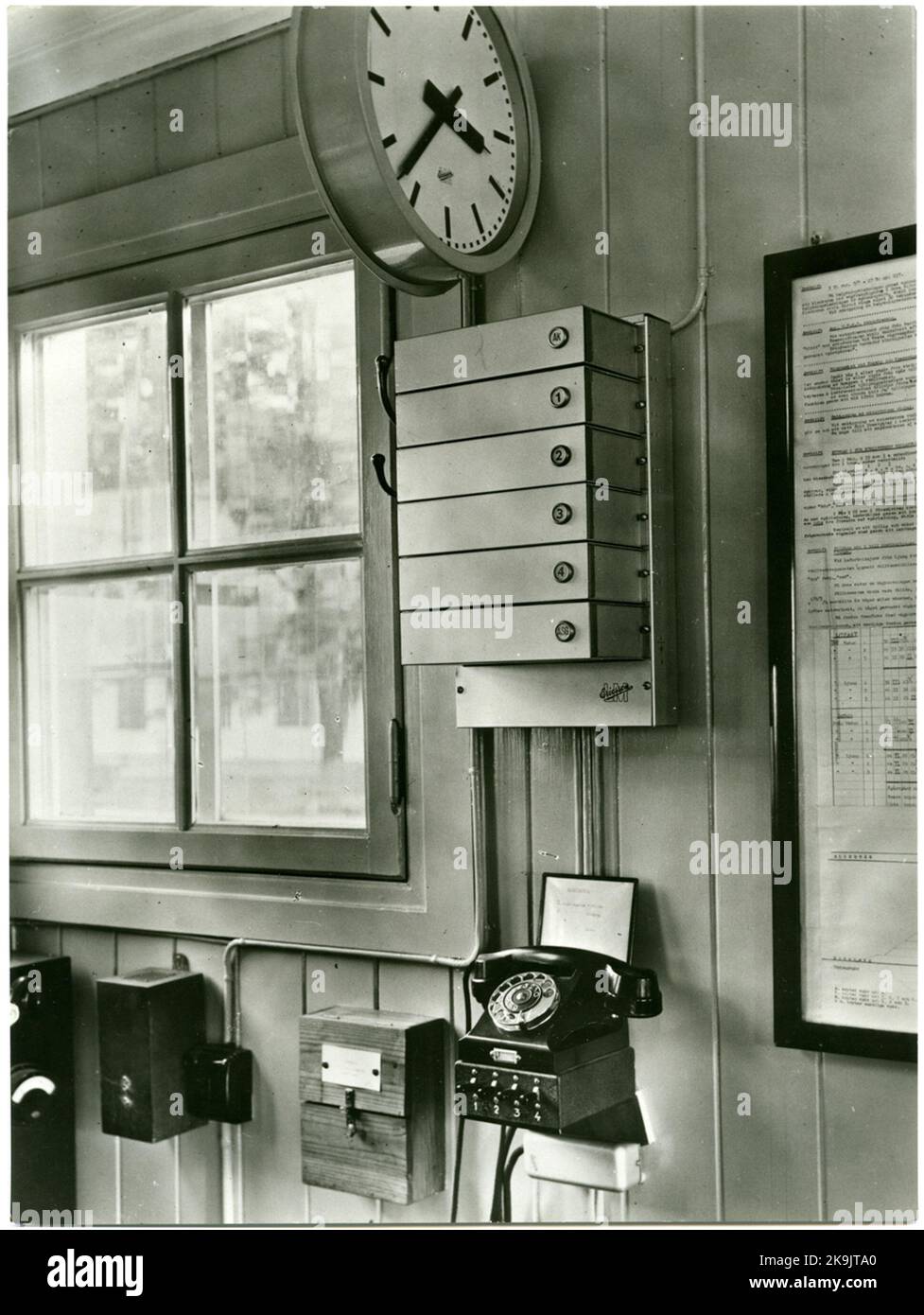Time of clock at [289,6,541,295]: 3:37
